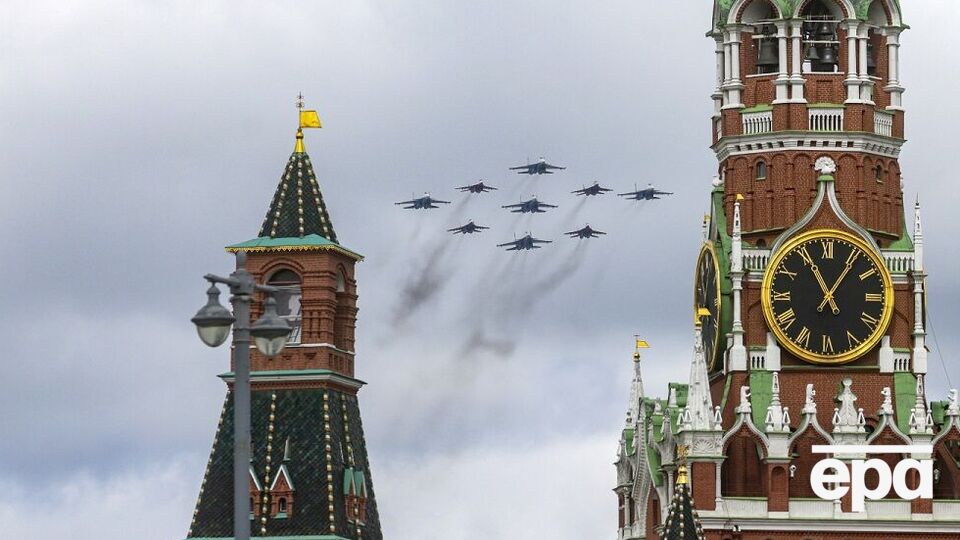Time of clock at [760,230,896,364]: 11:05
